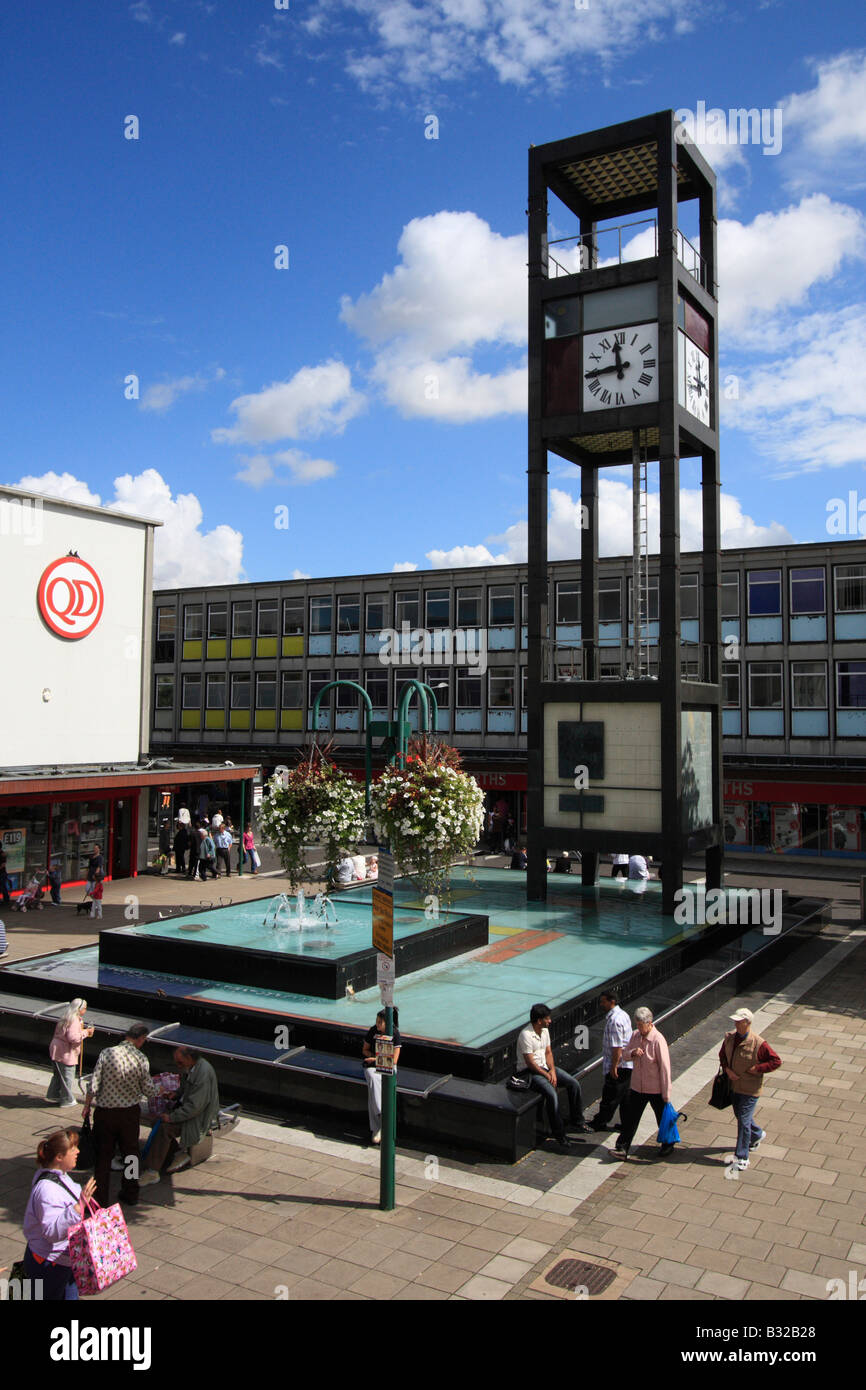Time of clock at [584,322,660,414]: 11:44
